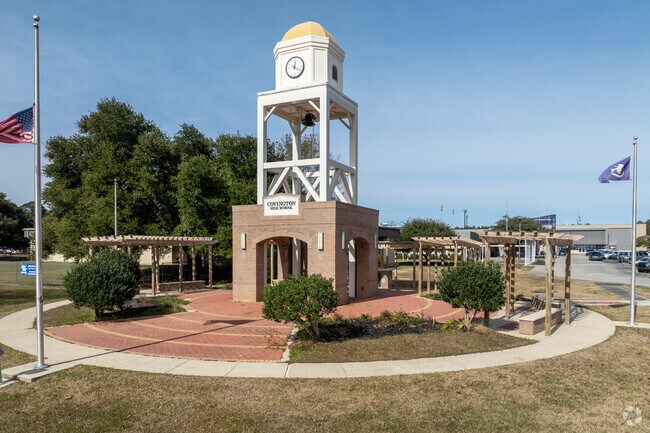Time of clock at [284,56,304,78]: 12:19
